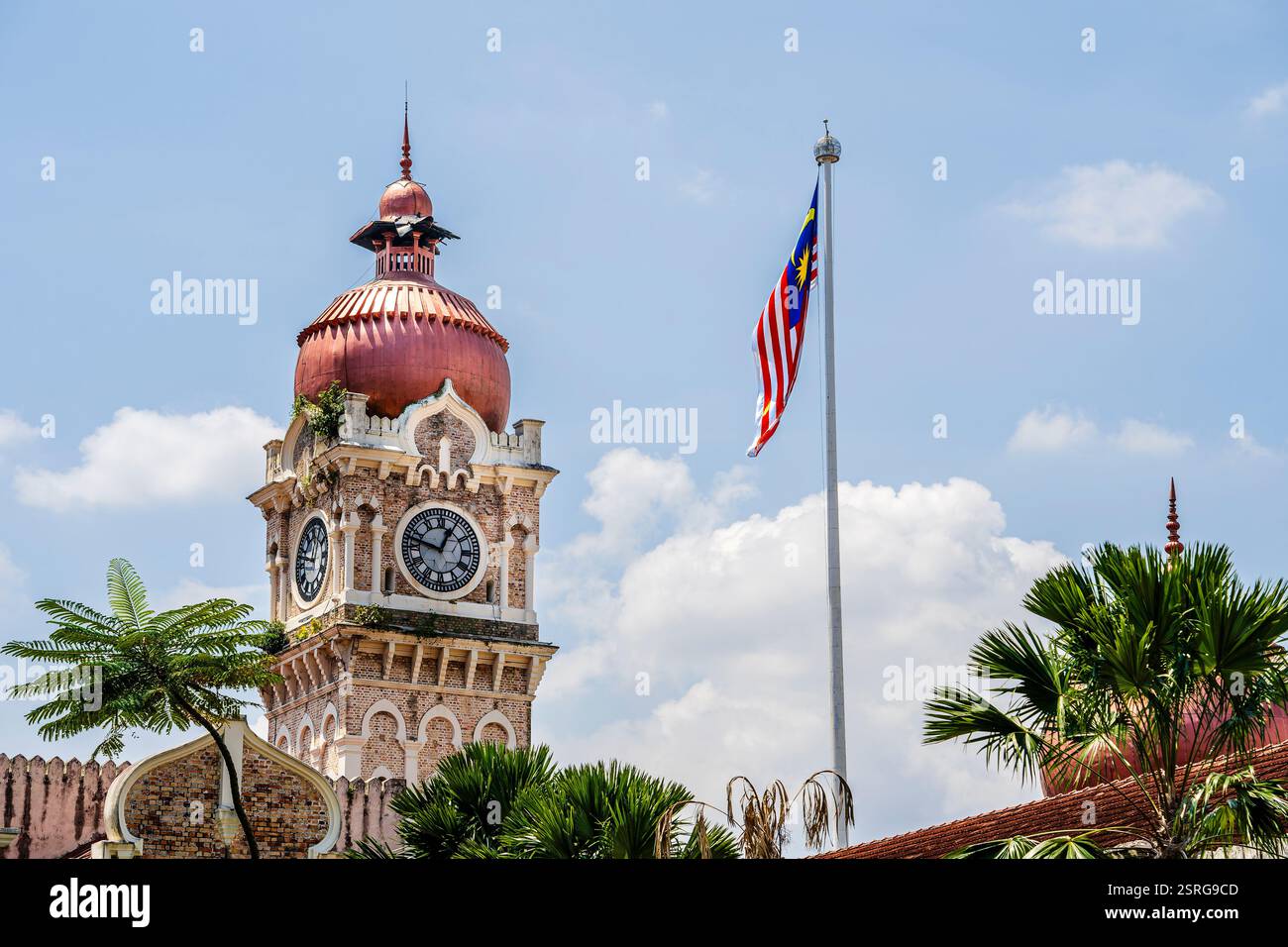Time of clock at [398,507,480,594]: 12:47
